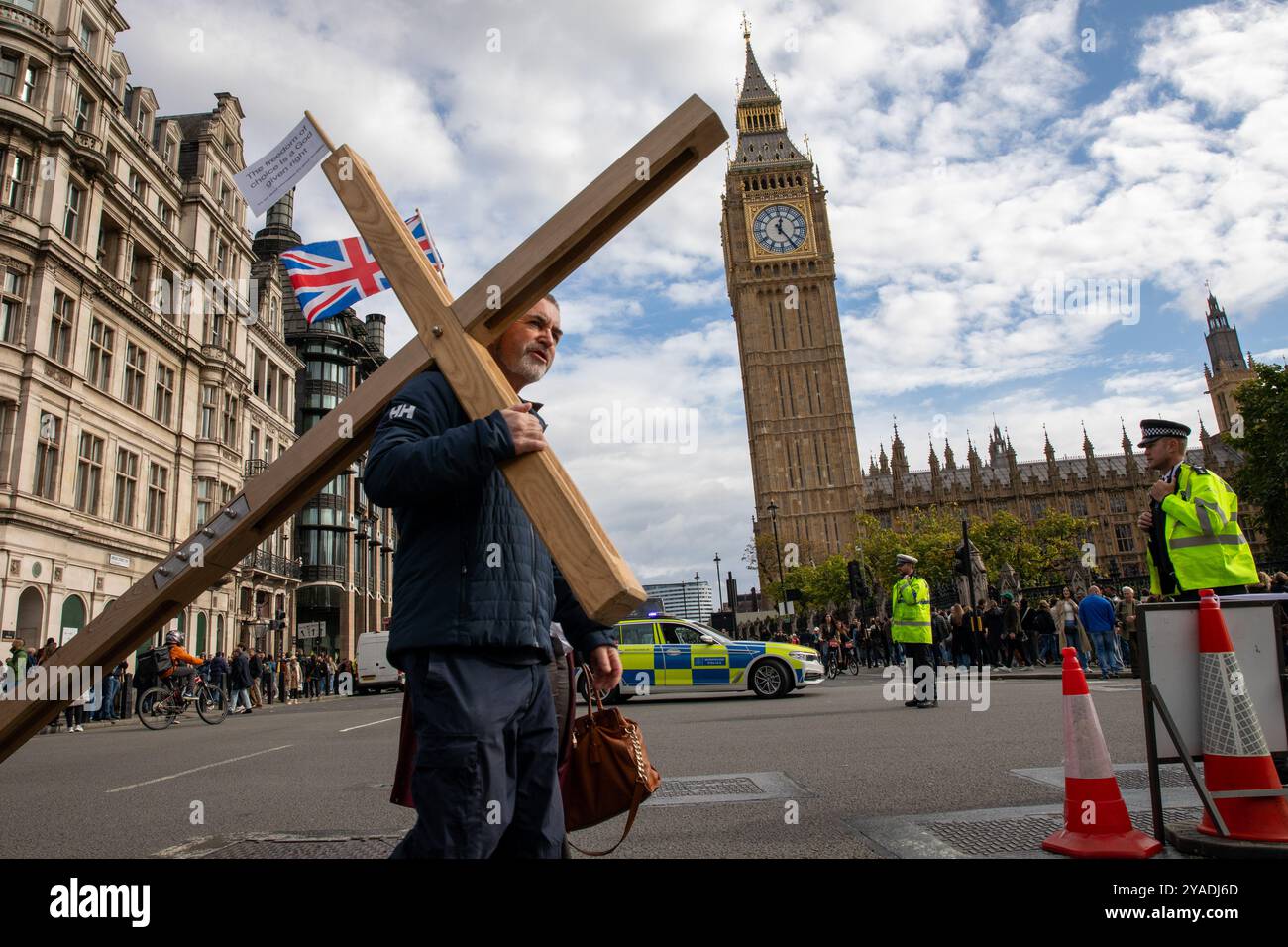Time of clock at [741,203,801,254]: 12:24
